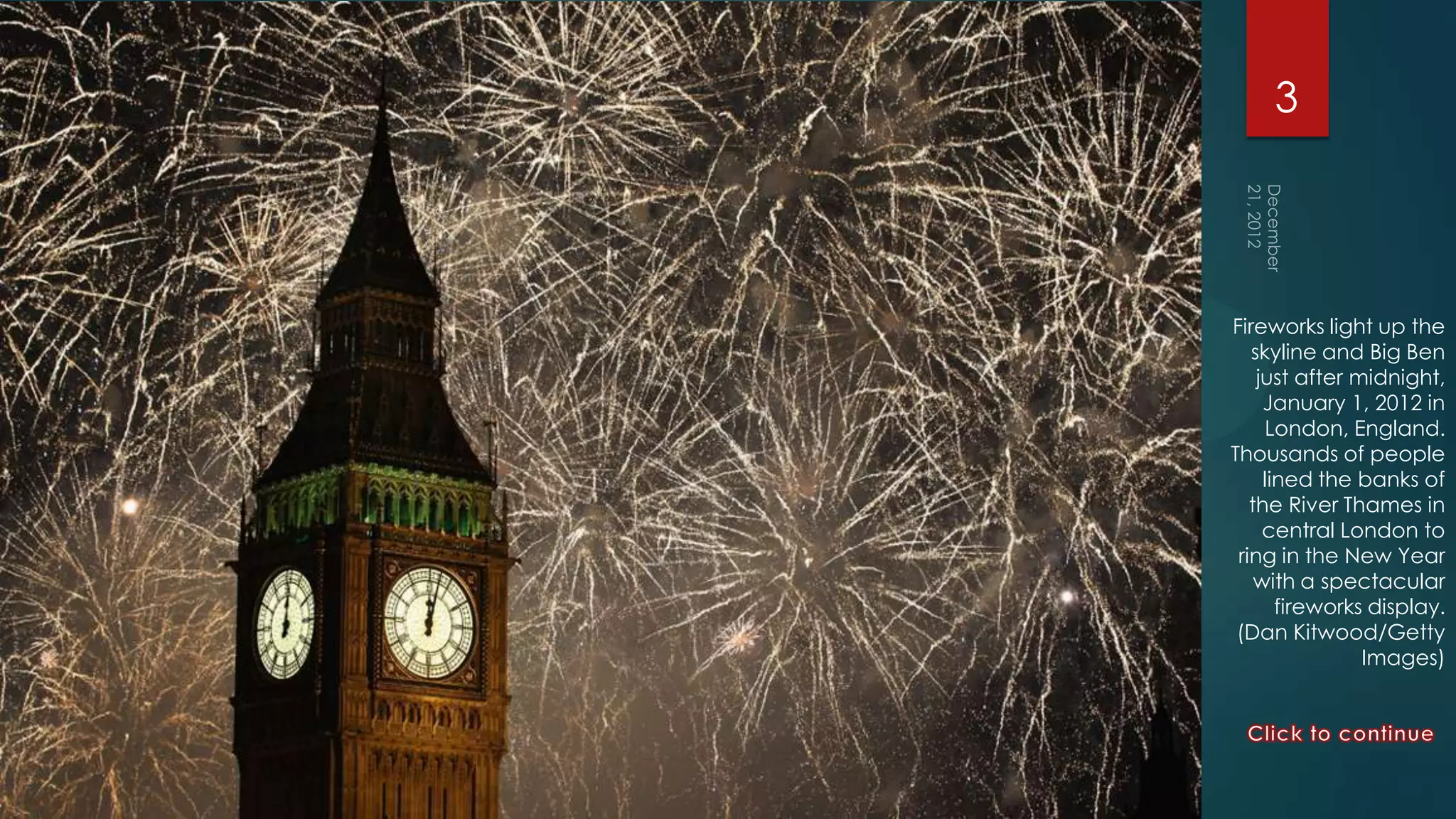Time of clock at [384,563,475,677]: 12:02
